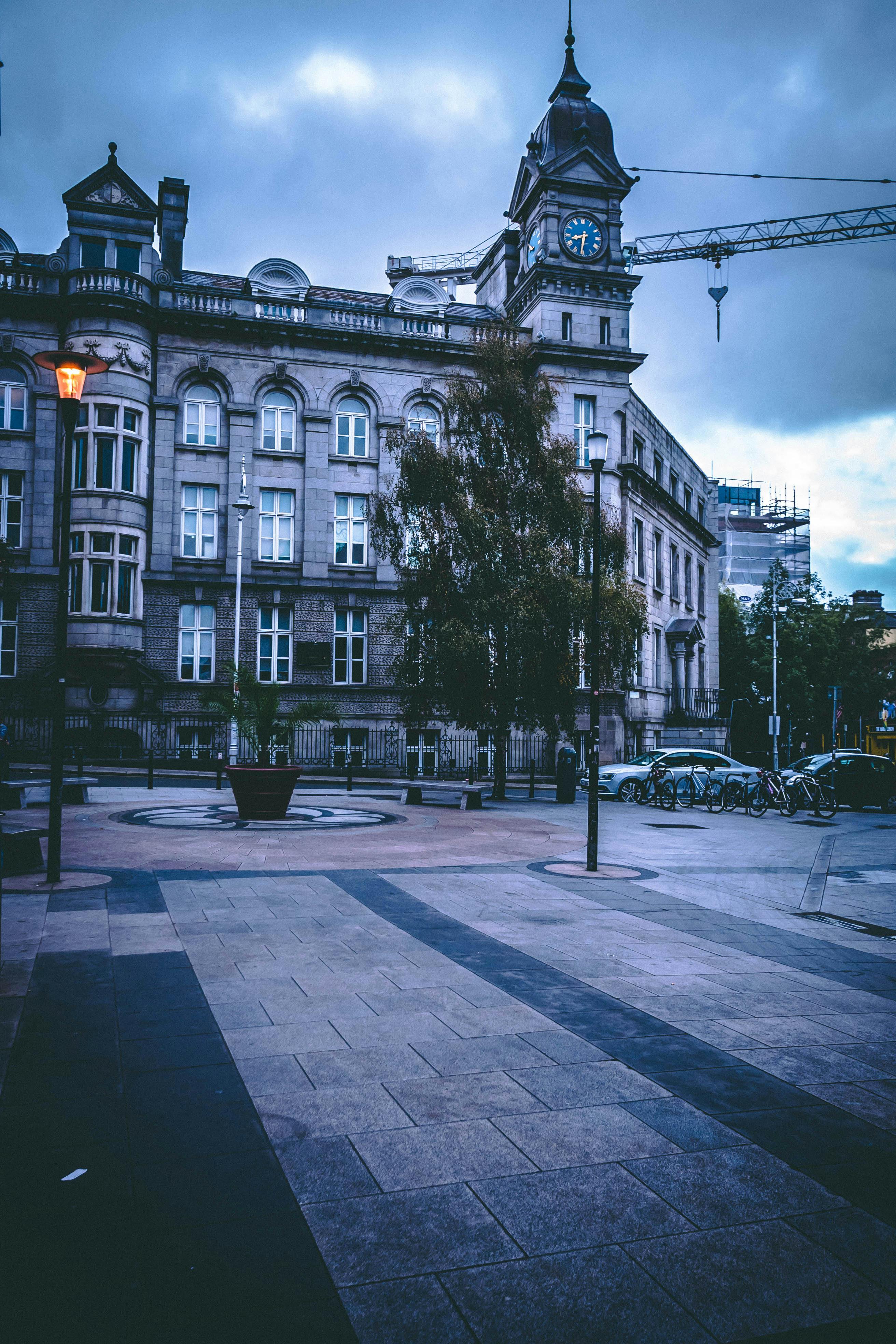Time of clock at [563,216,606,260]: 8:31
